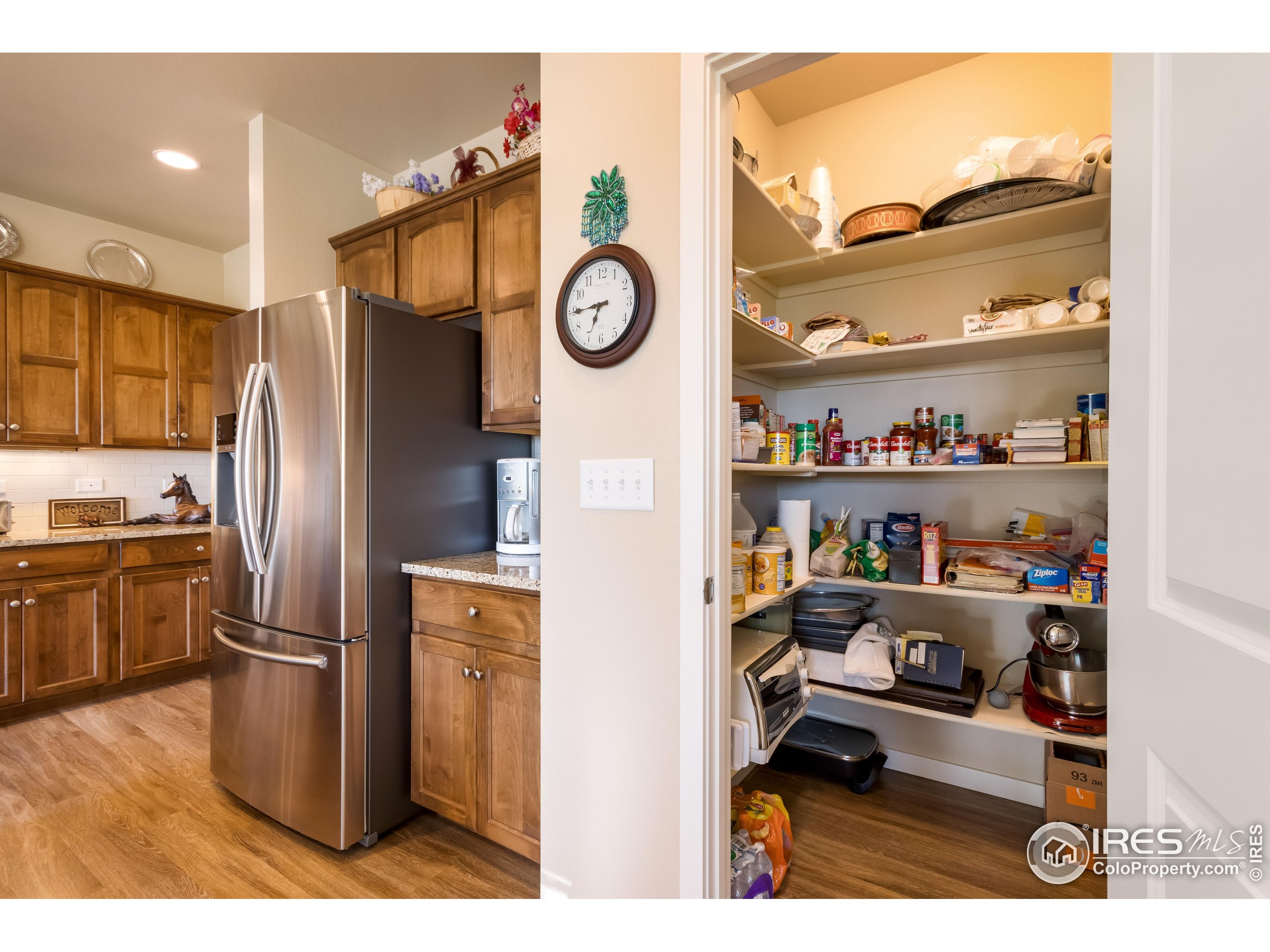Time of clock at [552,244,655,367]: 6:44
